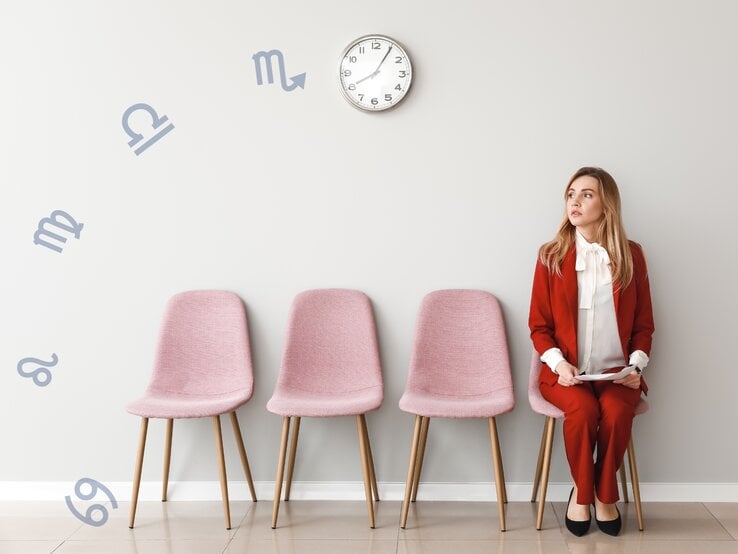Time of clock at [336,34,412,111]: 8:05
